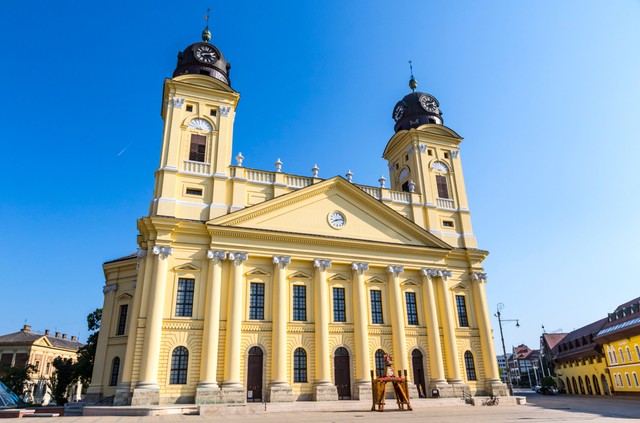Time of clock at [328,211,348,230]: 8:12
